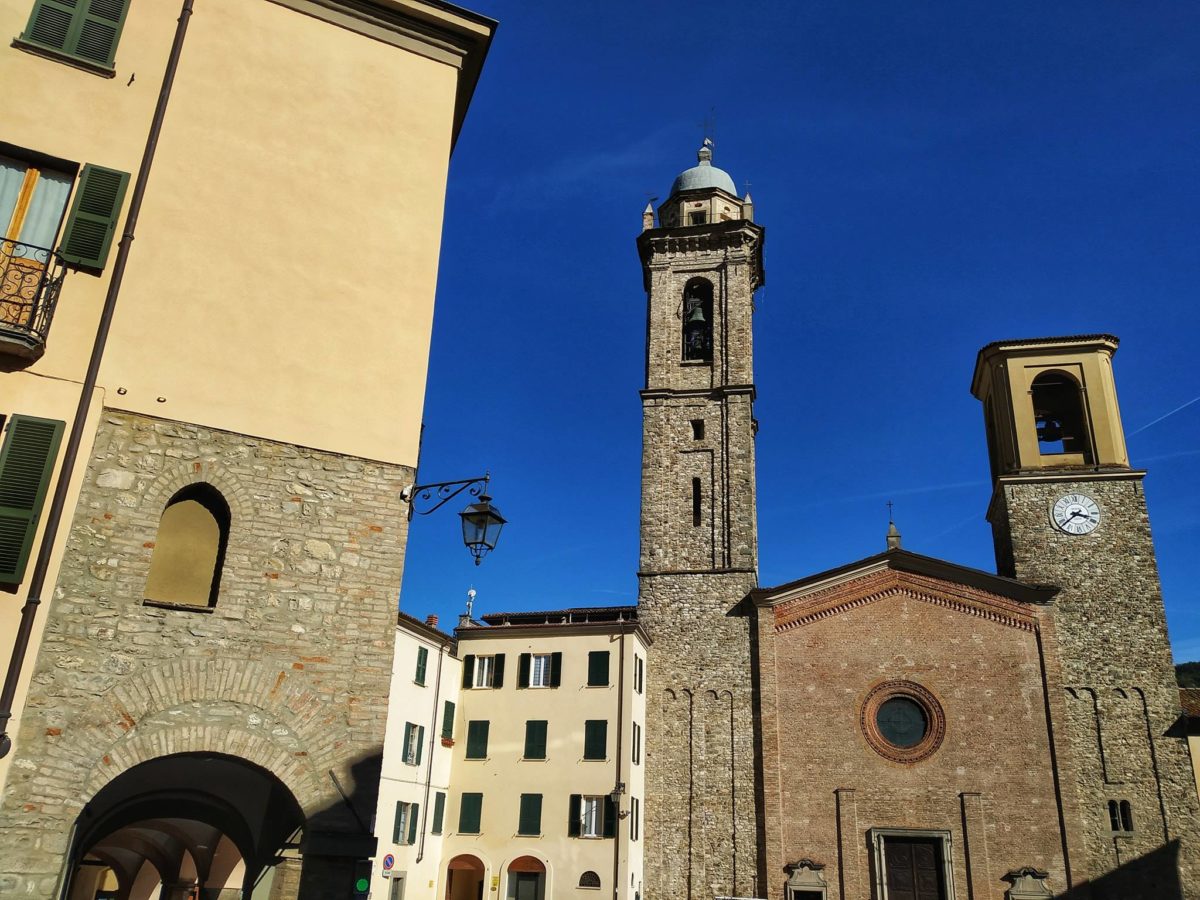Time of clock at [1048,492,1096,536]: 3:38
